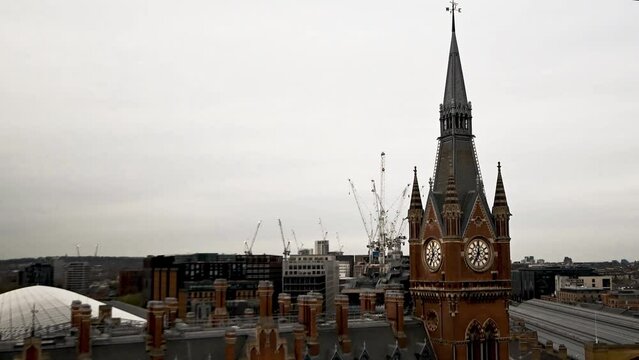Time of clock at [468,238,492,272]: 7:00
